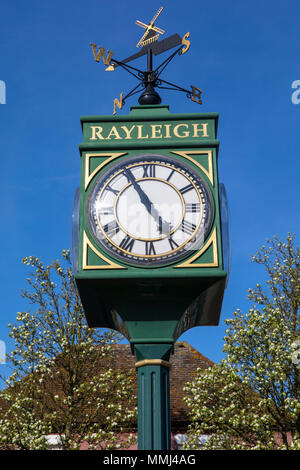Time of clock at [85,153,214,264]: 4:55
